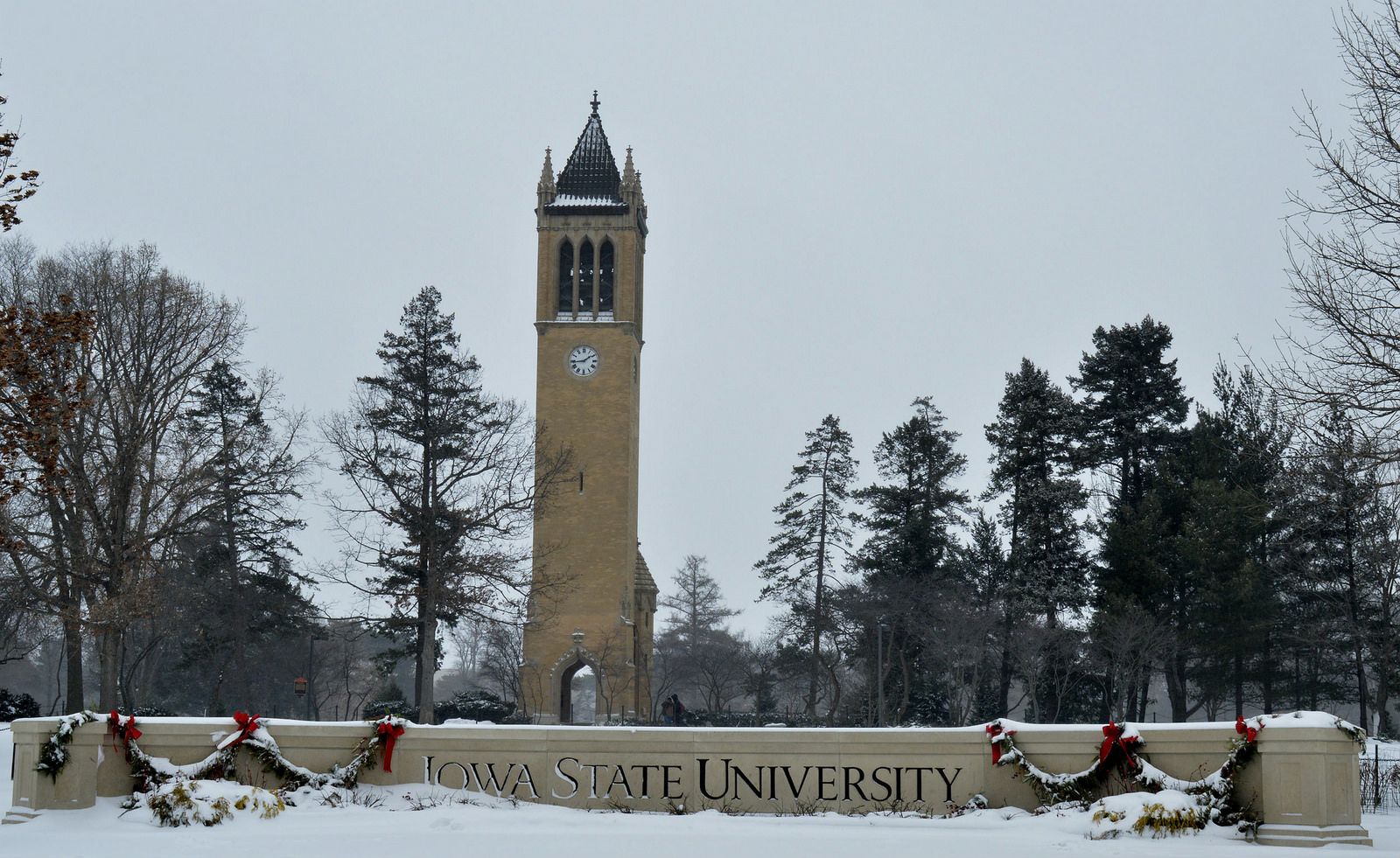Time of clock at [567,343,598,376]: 1:43
